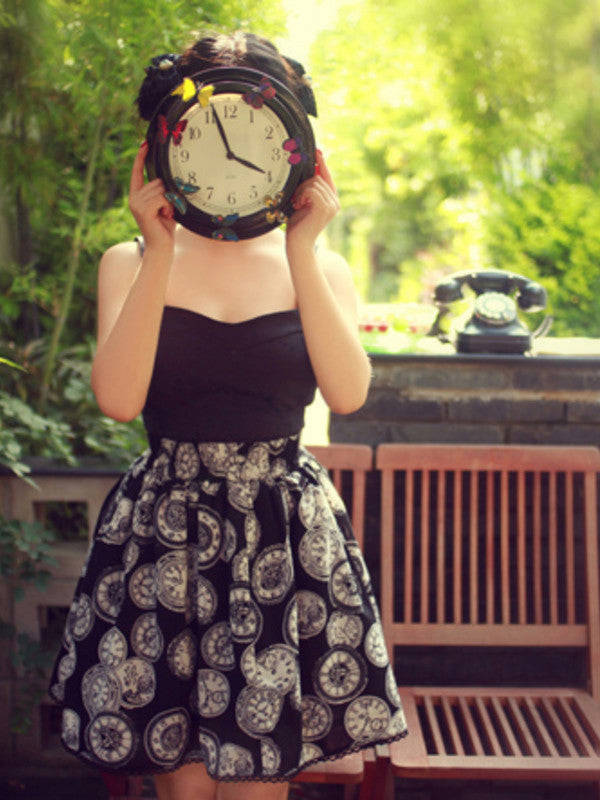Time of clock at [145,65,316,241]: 3:57
